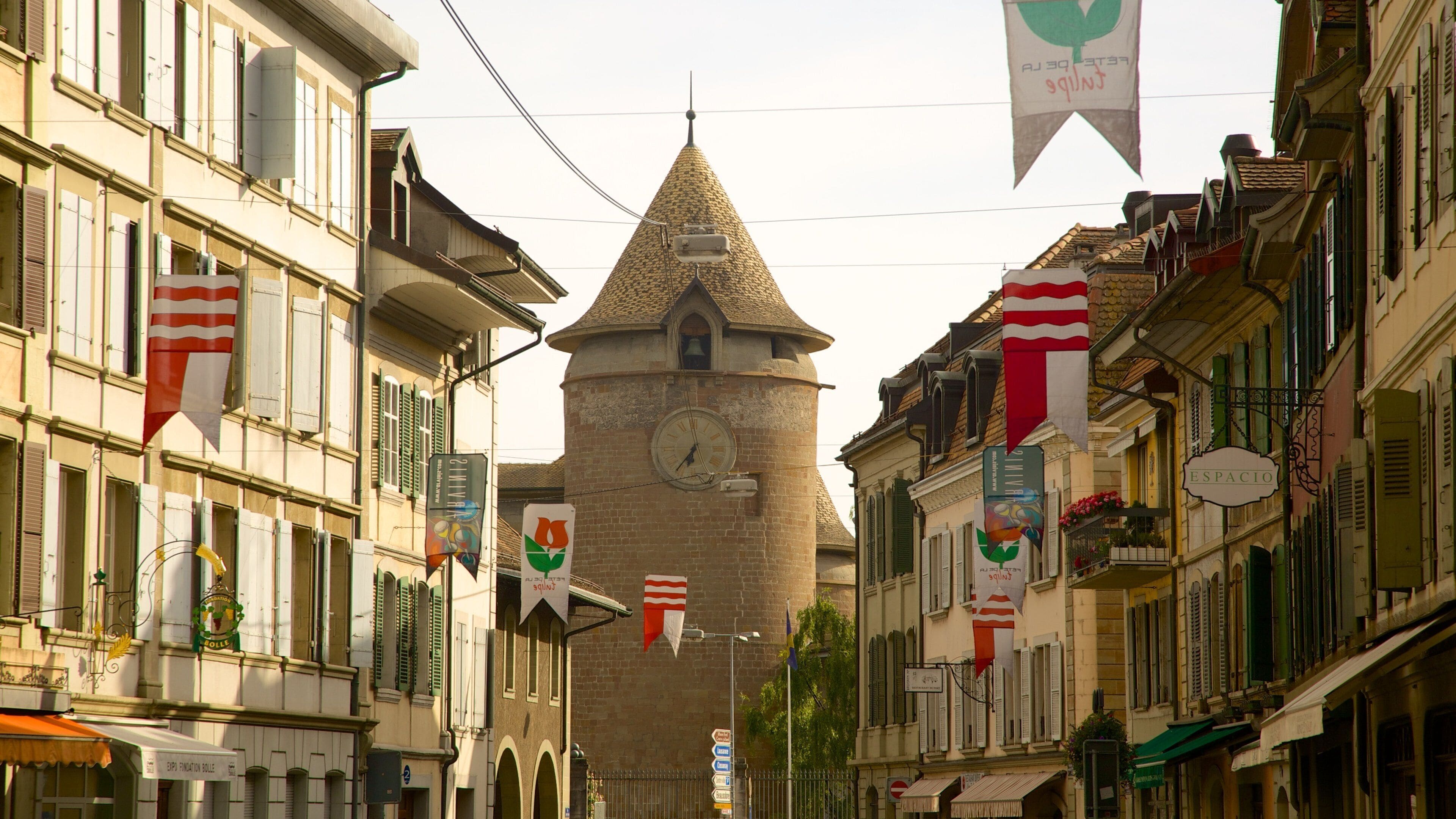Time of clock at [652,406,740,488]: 6:36
